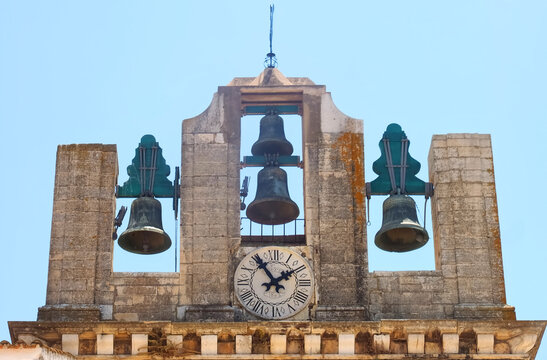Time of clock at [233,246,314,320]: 1:54
